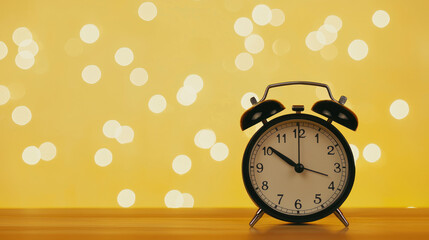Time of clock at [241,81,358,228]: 10:00
